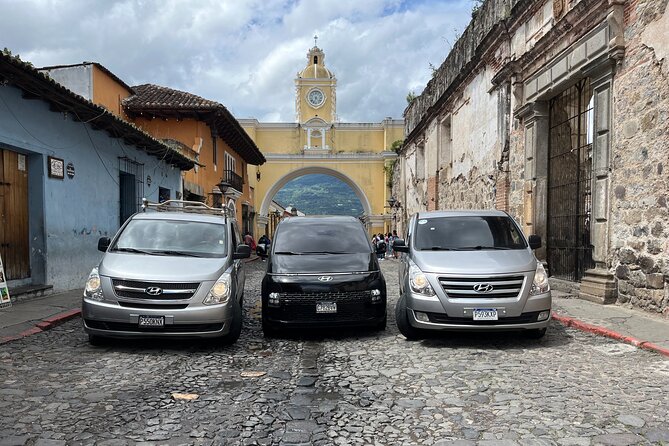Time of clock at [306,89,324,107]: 4:33
